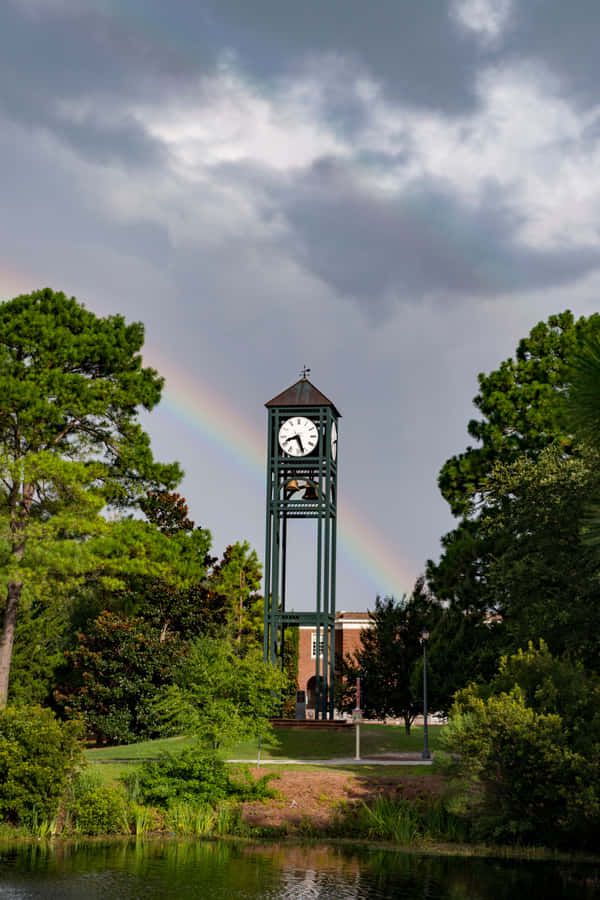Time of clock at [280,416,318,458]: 8:26
